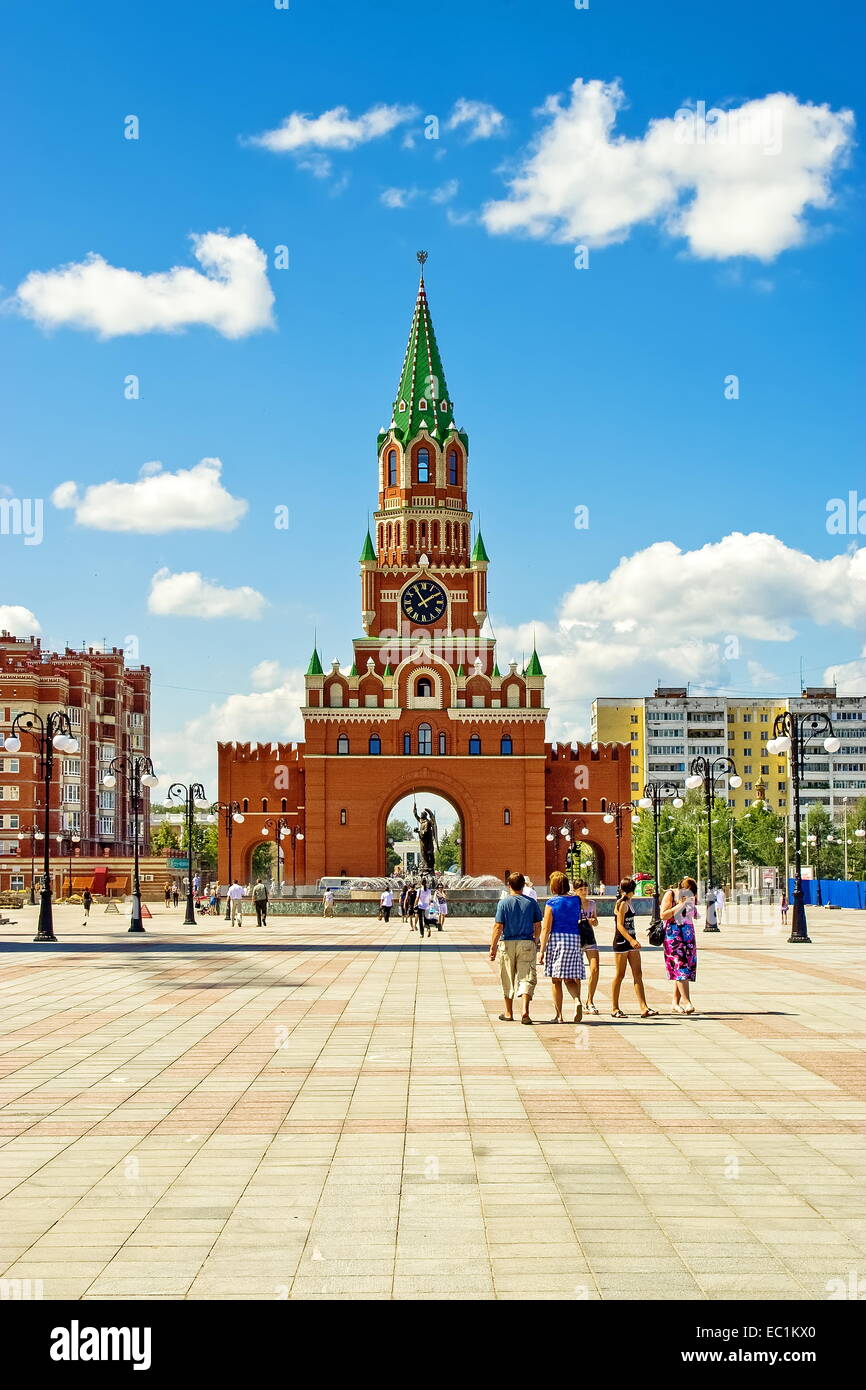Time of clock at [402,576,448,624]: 1:54
